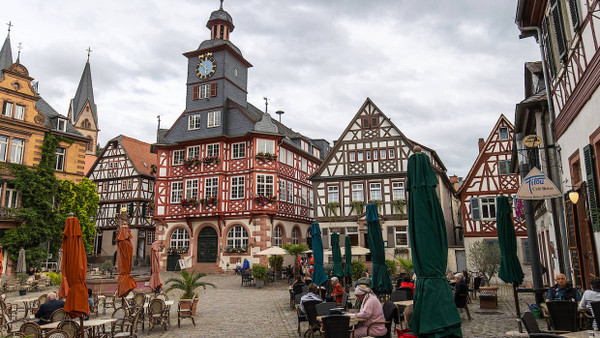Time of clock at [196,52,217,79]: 5:51
